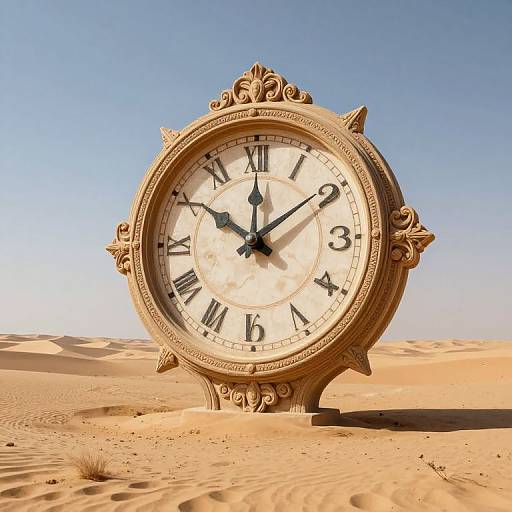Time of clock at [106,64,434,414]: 11:50
